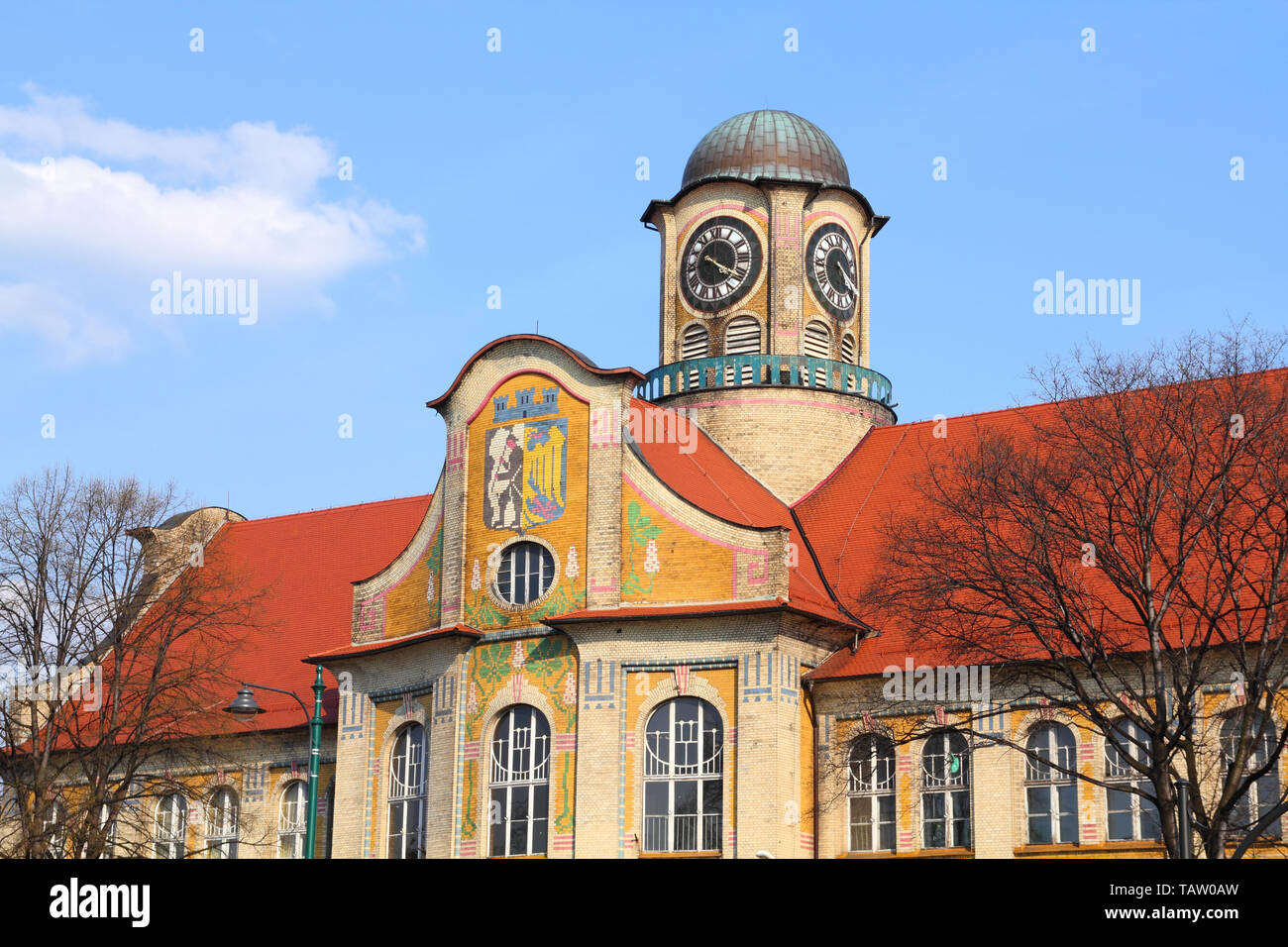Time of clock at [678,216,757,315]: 4:20
